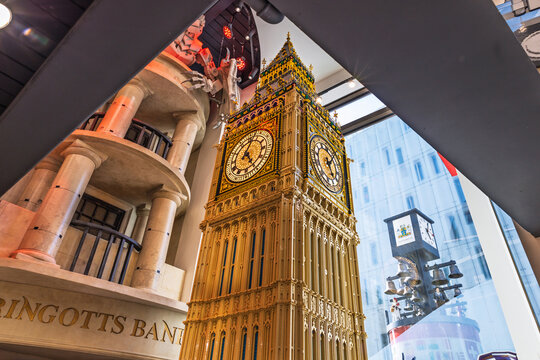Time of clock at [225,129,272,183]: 5:03
